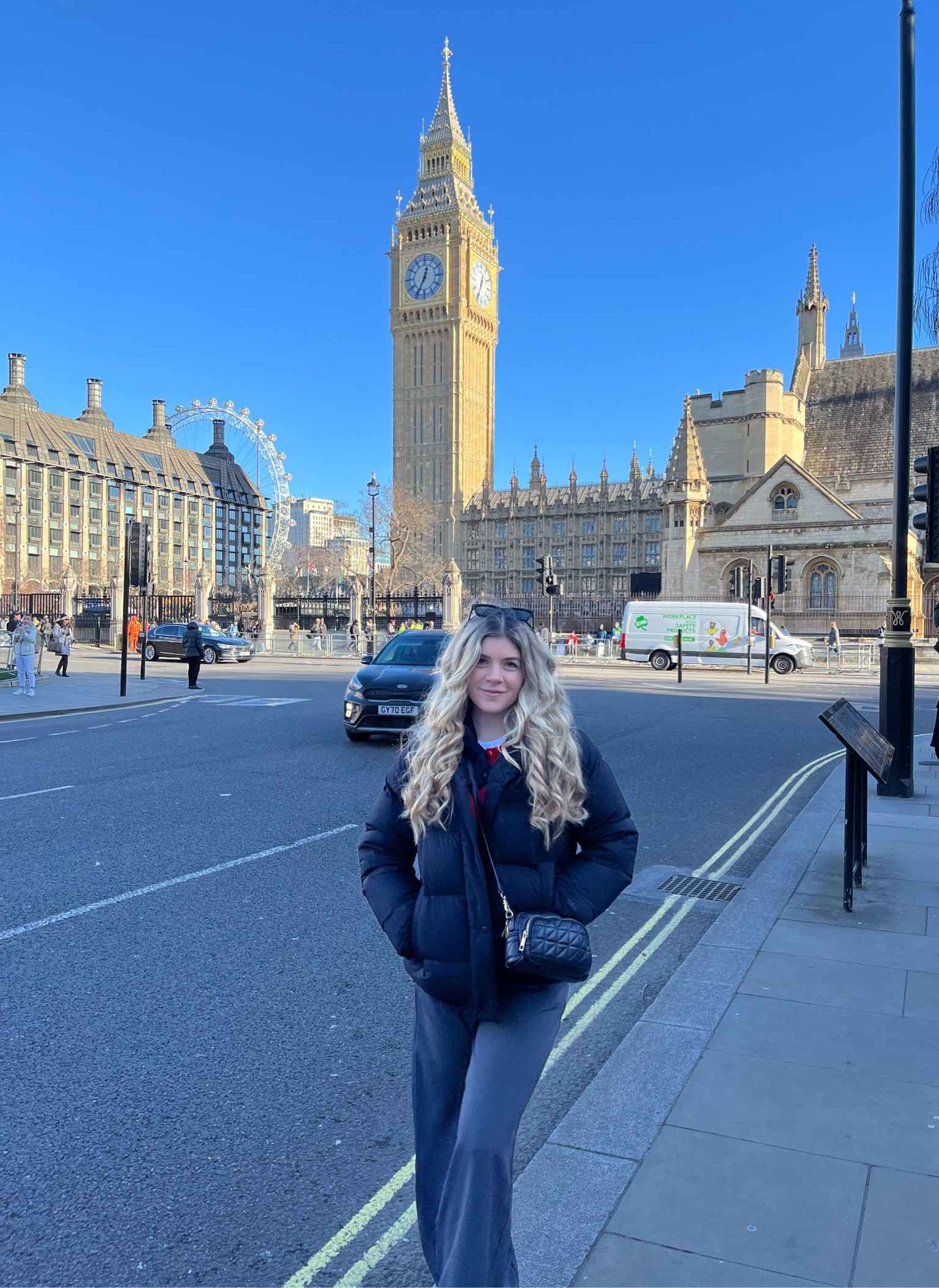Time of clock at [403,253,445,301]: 12:34
